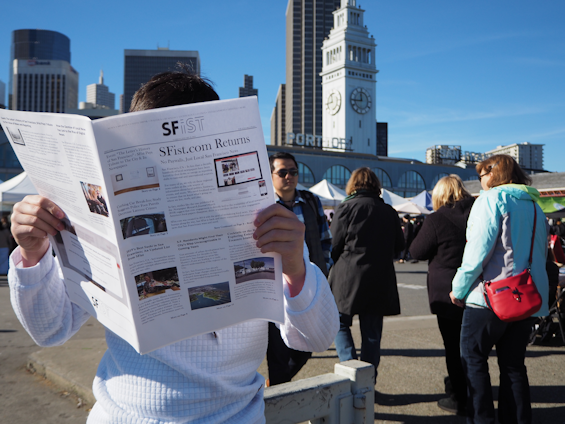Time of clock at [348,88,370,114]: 11:44
